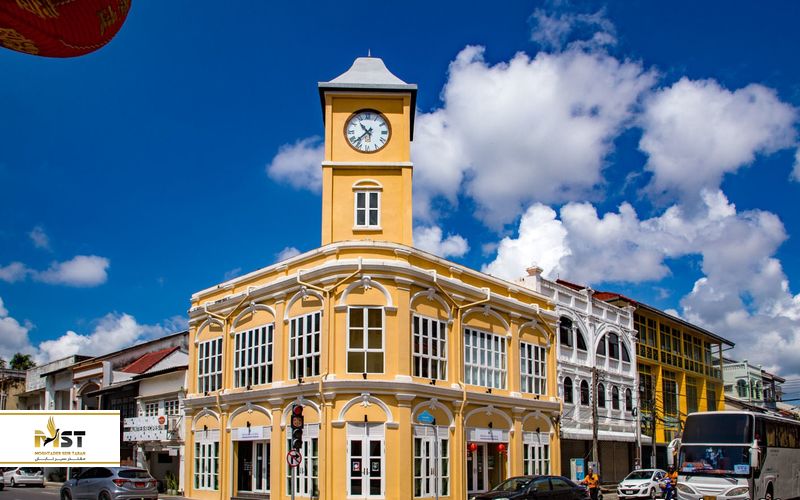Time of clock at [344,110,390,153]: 10:38
